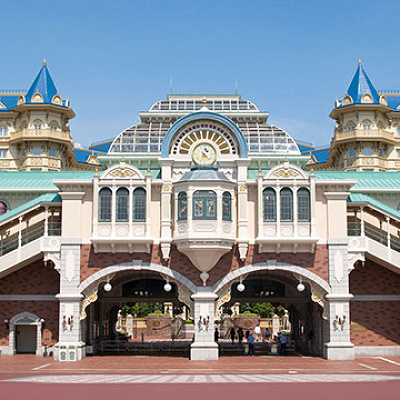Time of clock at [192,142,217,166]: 4:34
